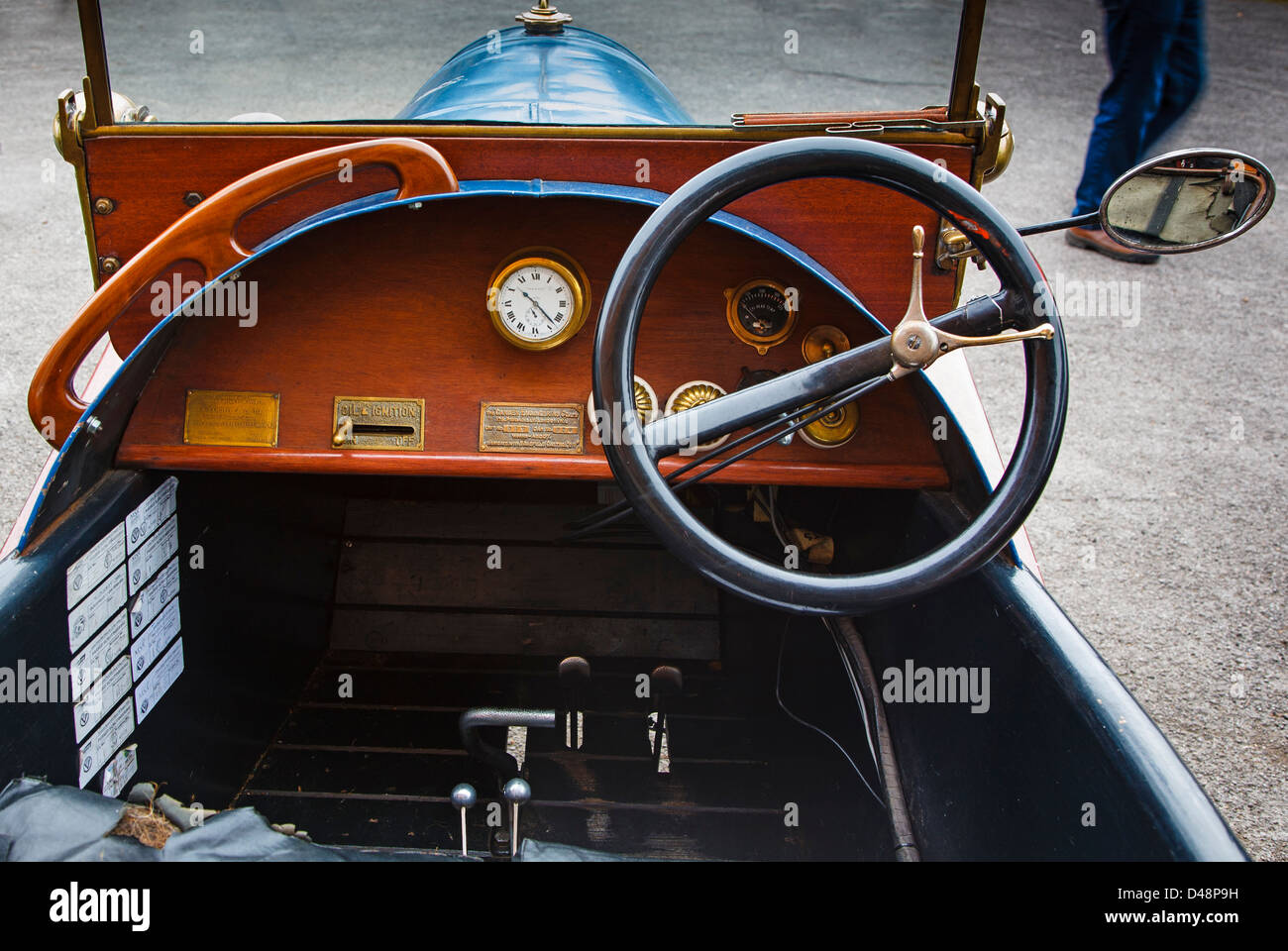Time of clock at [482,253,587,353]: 10:22
